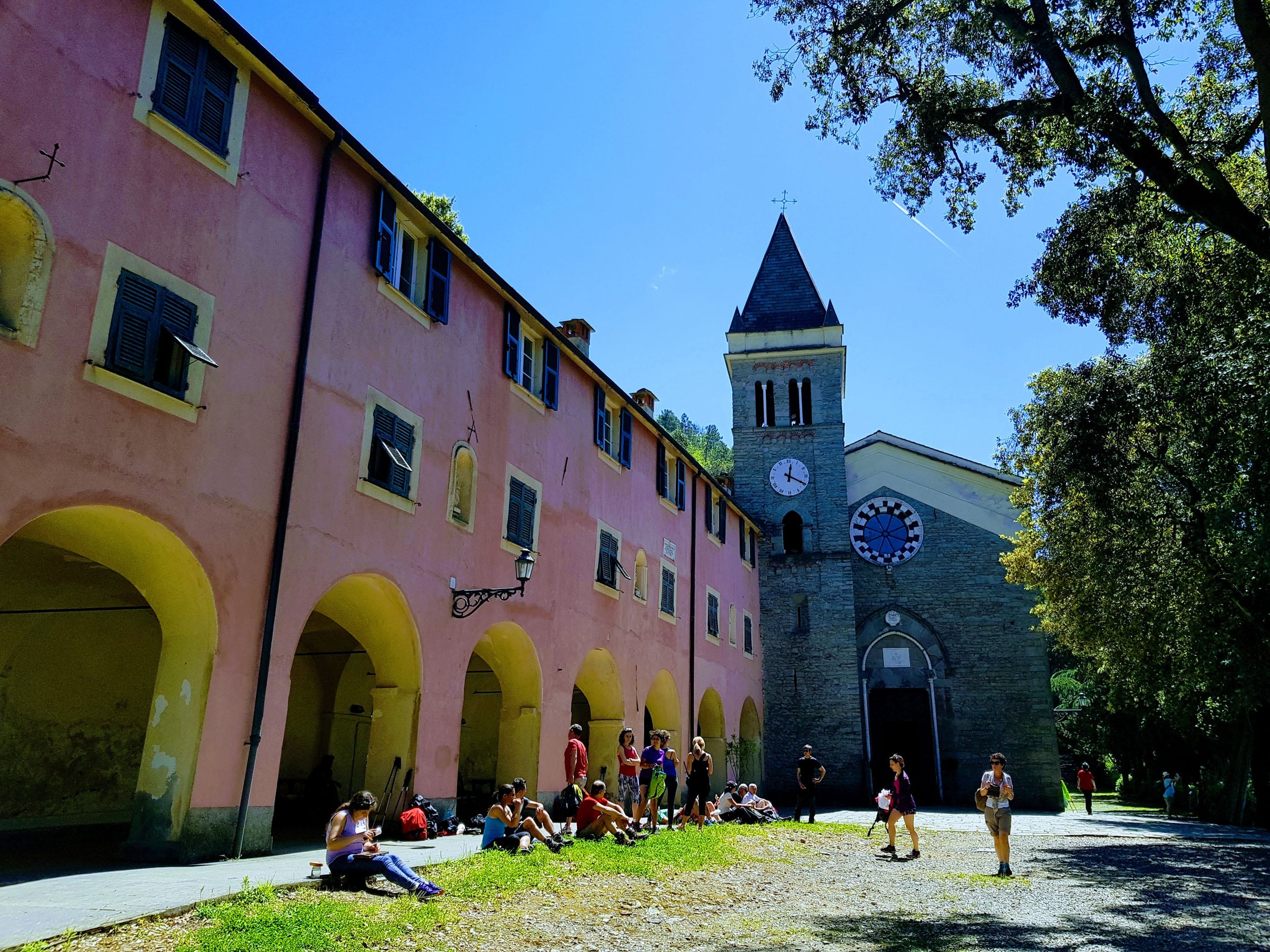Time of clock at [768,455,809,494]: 12:19
